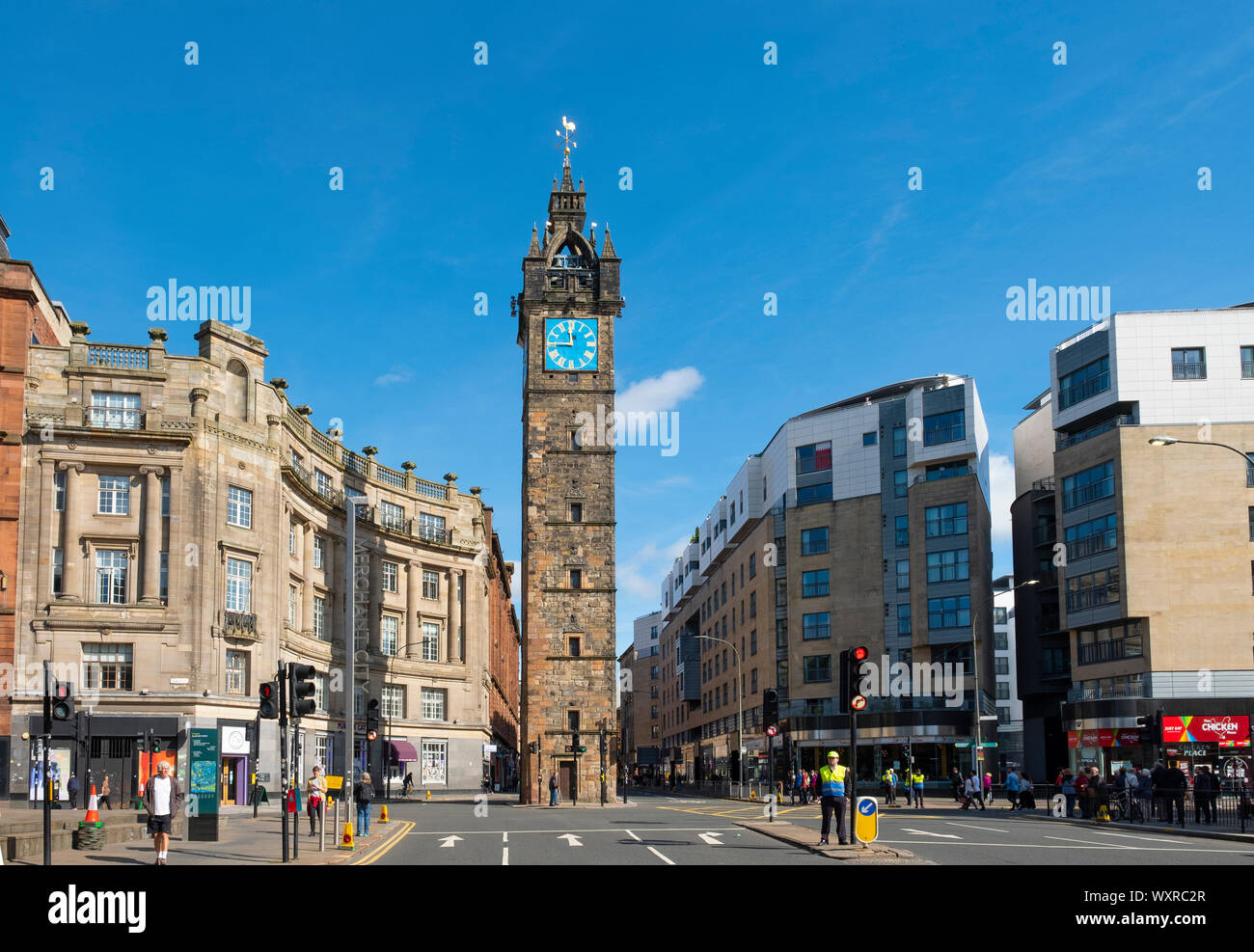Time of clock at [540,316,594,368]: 11:45
